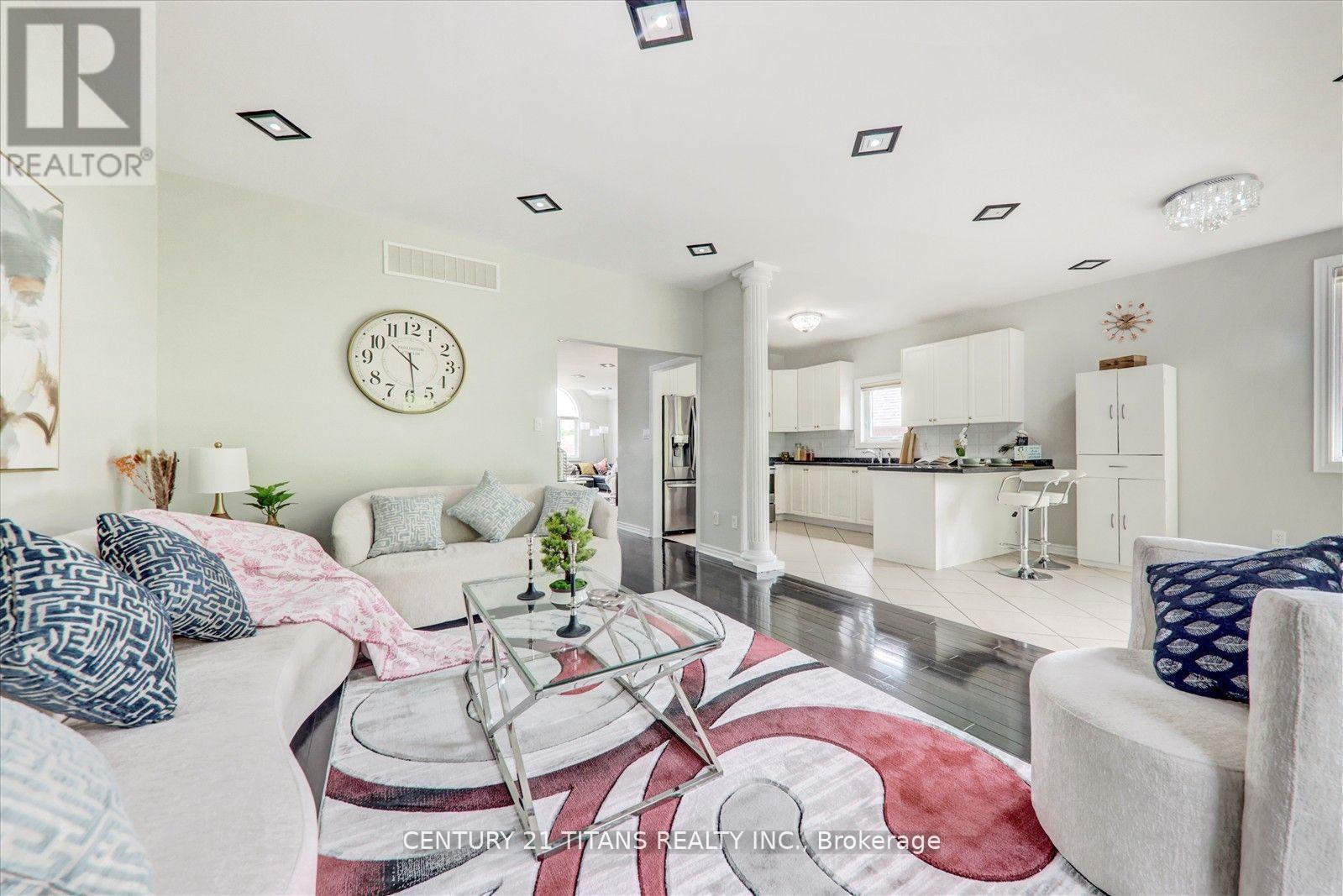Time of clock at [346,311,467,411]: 10:28
